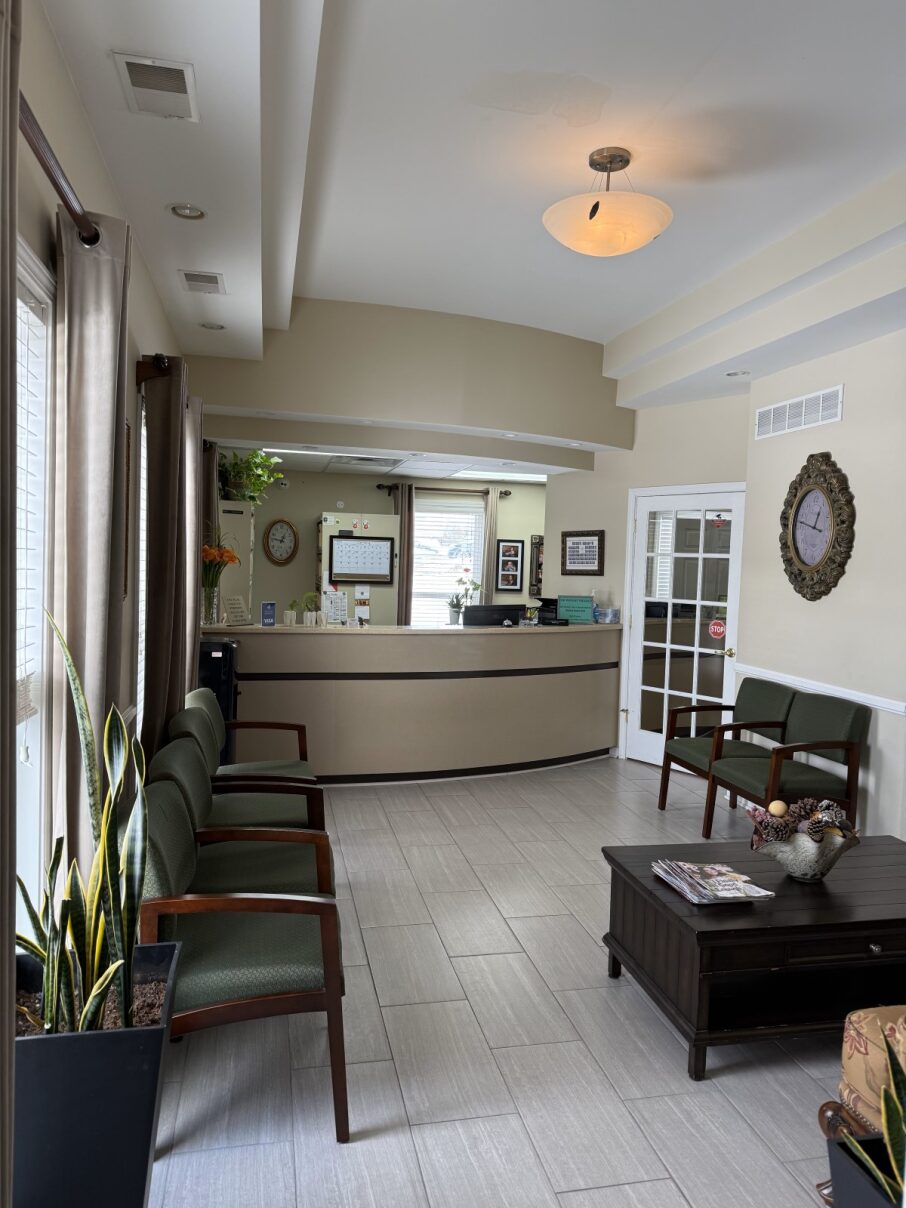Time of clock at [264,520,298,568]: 12:46
